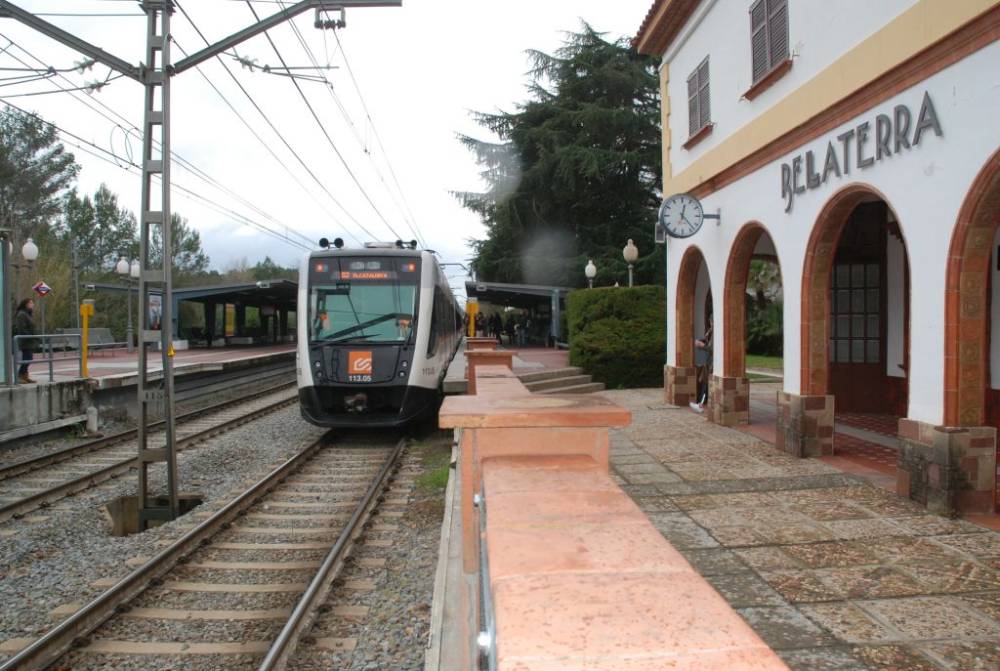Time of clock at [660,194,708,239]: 12:23
